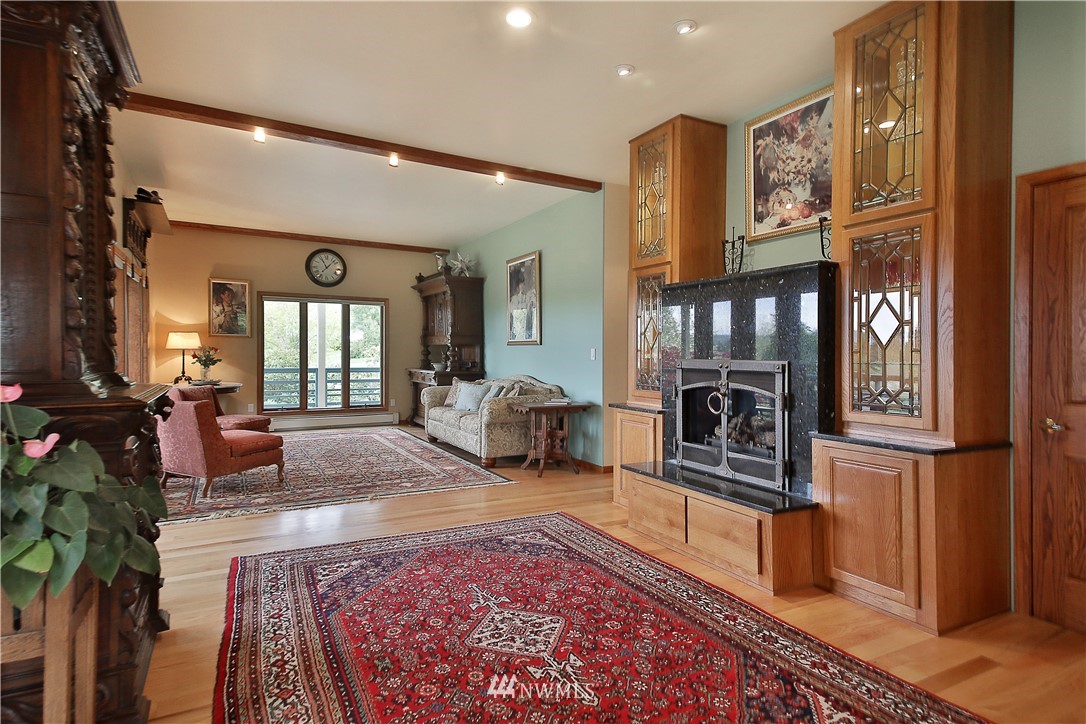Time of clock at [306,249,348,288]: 11:07
